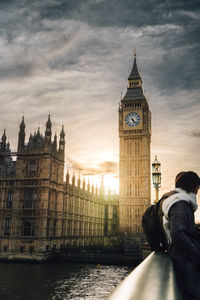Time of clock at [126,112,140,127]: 5:23
